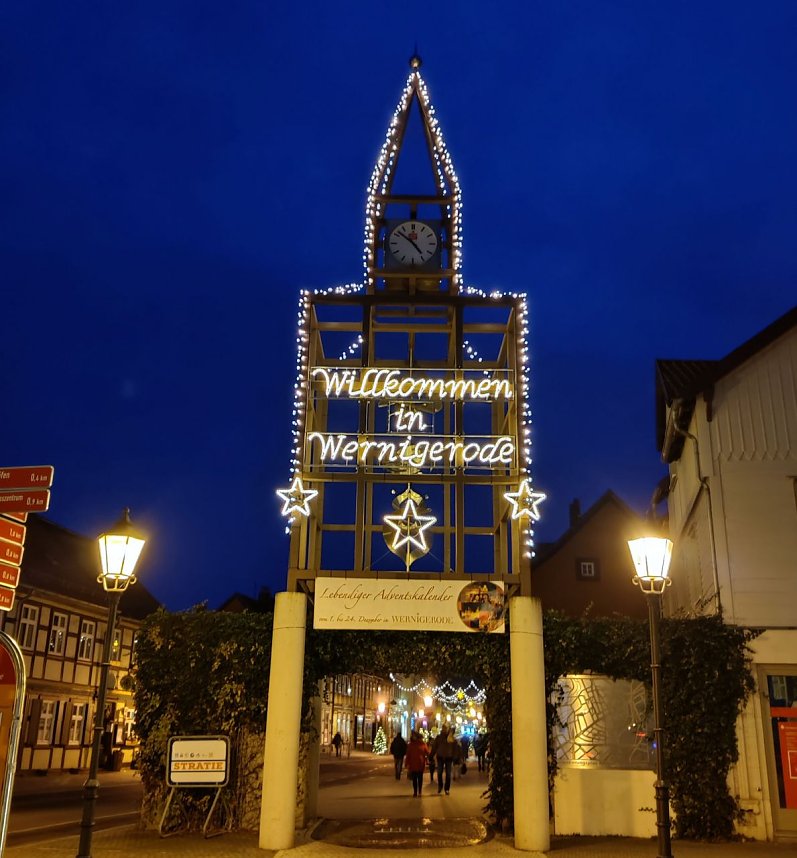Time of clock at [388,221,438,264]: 4:51
